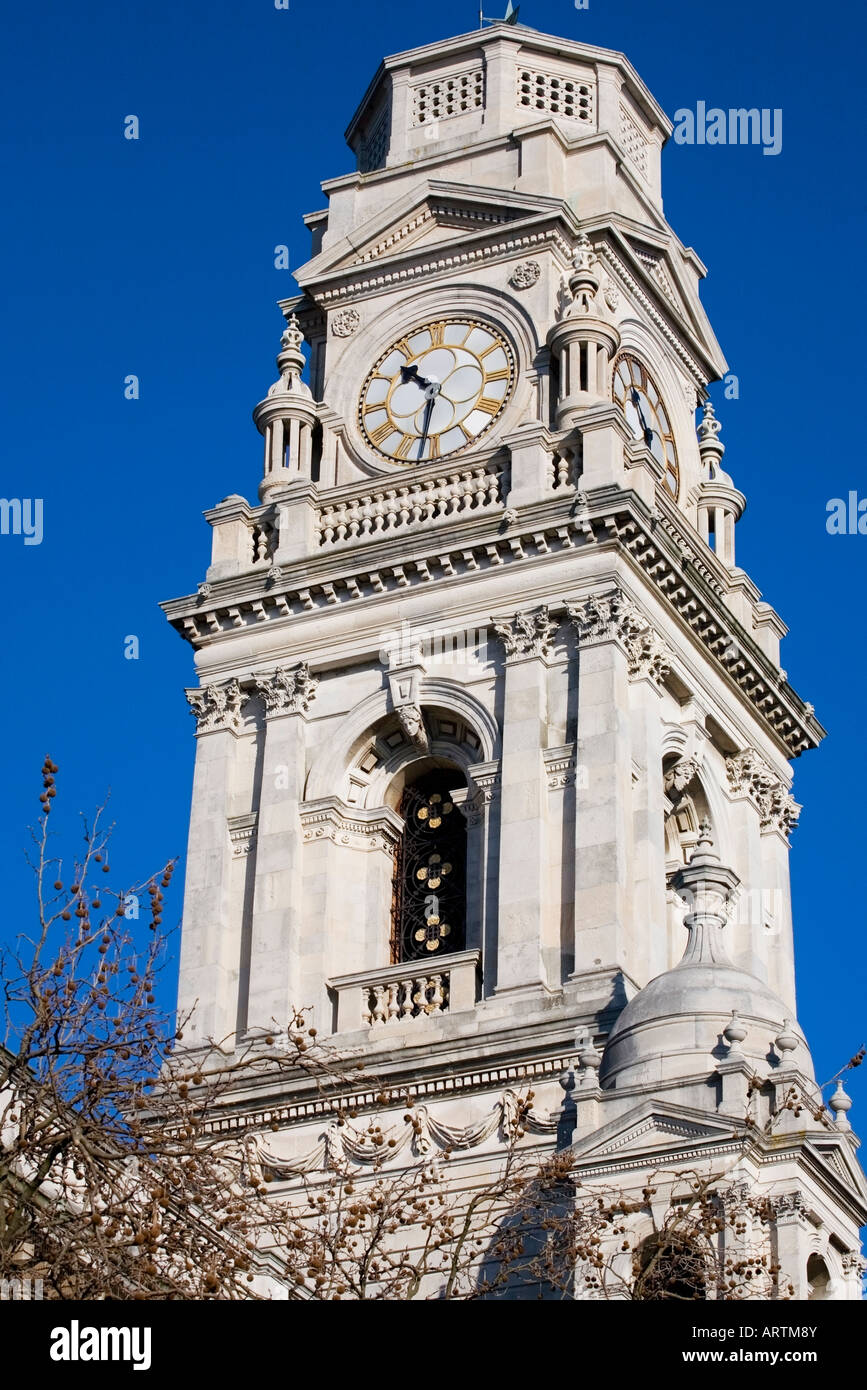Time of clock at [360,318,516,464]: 10:31
